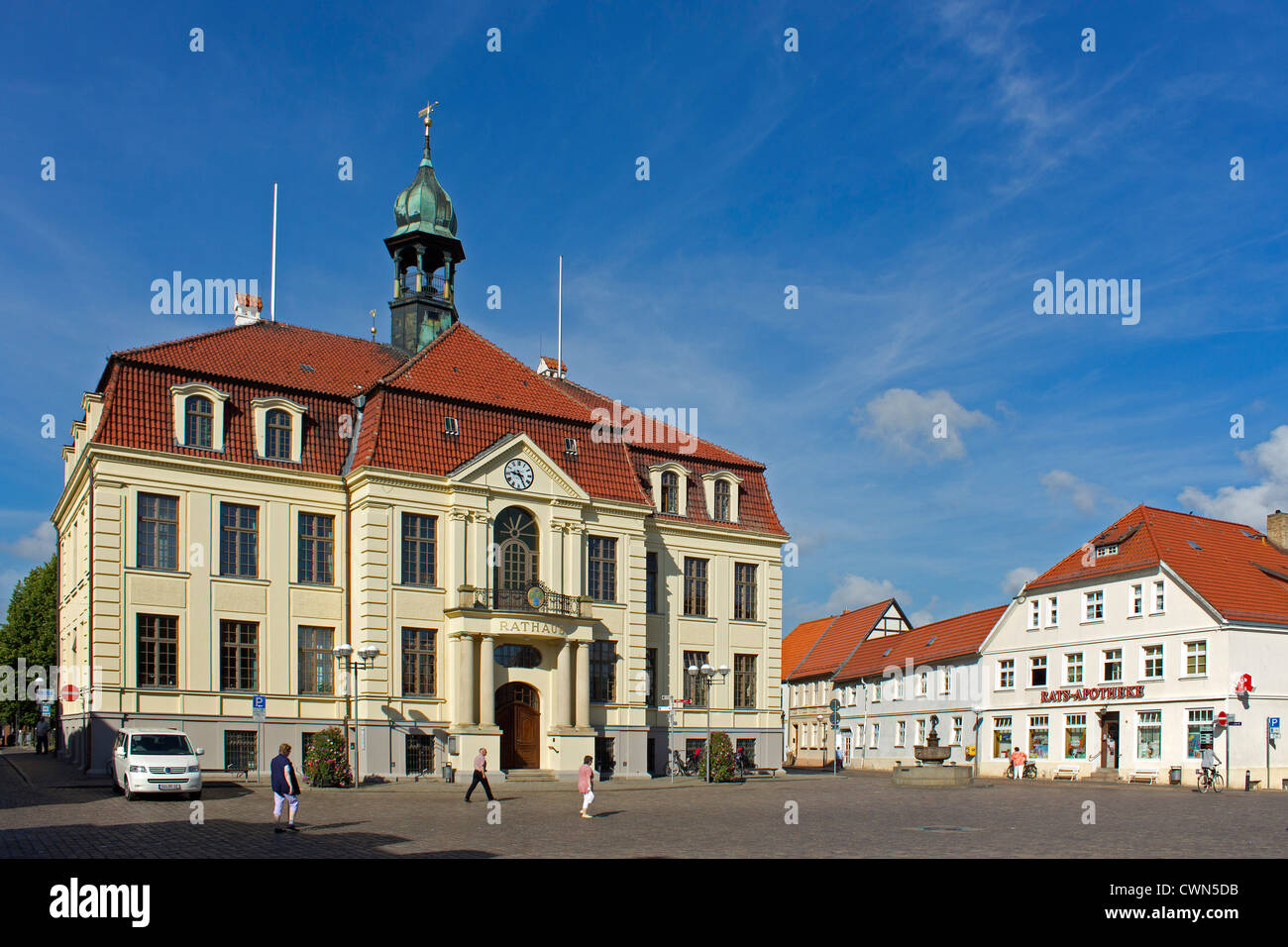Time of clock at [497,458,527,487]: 9:25
